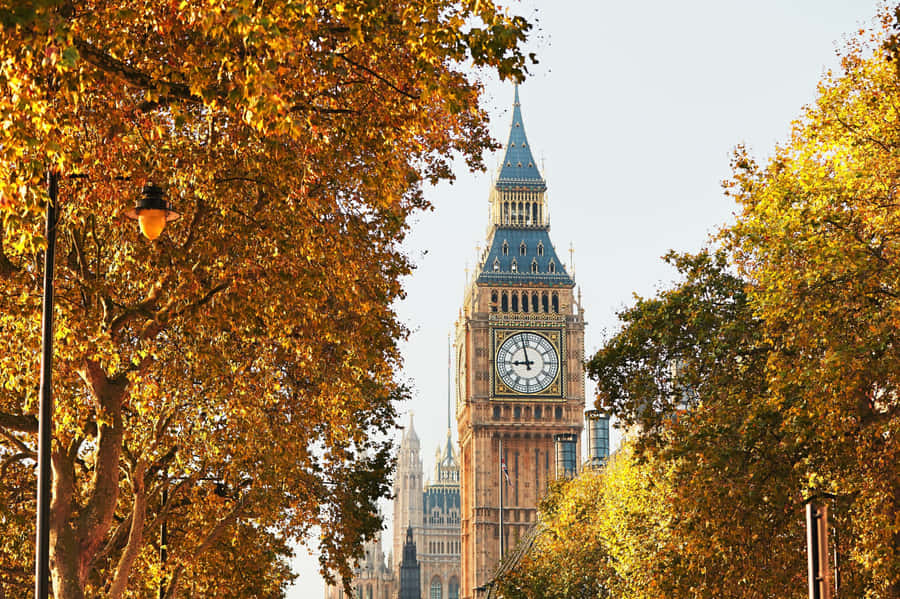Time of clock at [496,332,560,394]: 8:57
